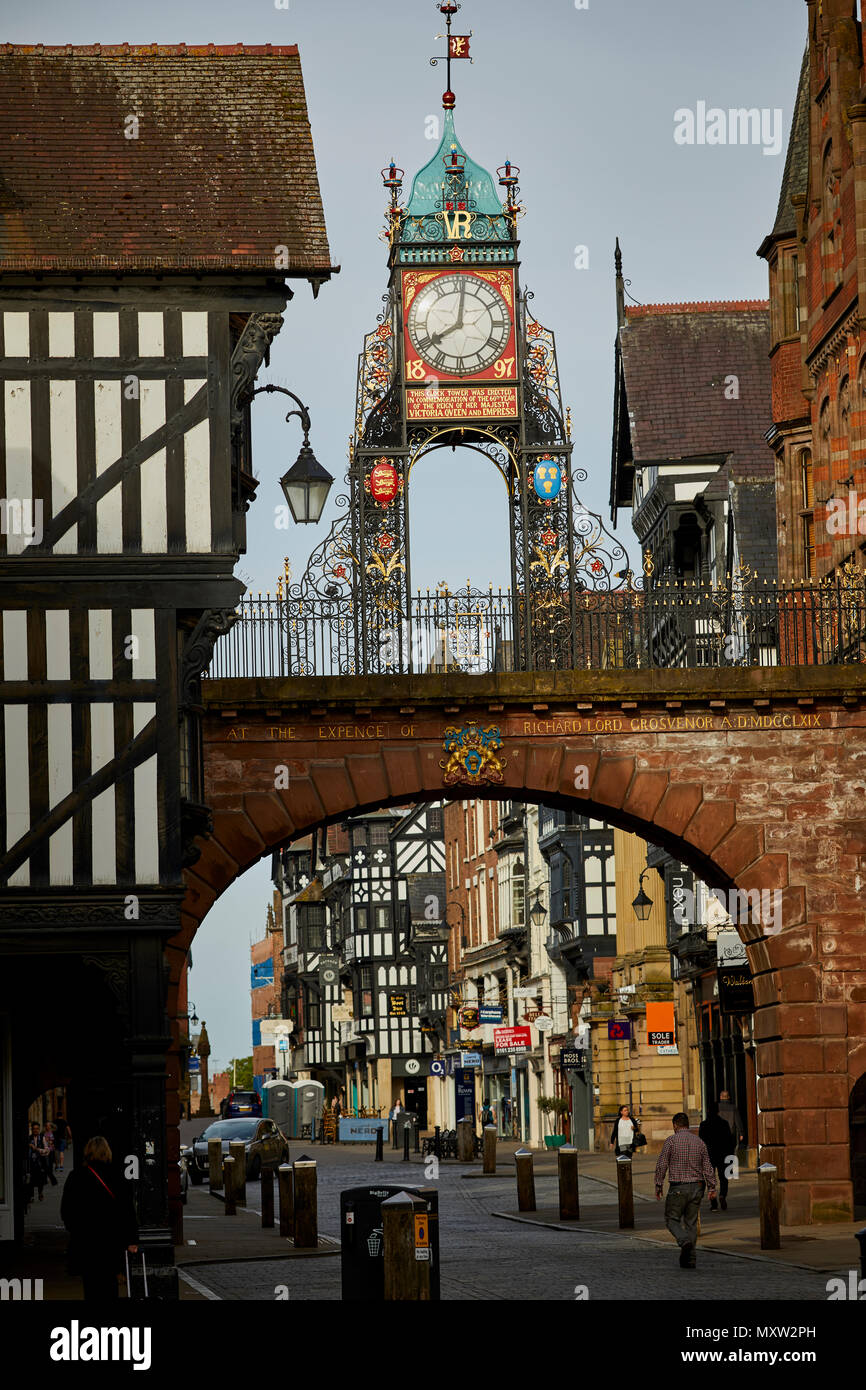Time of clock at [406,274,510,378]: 8:01
